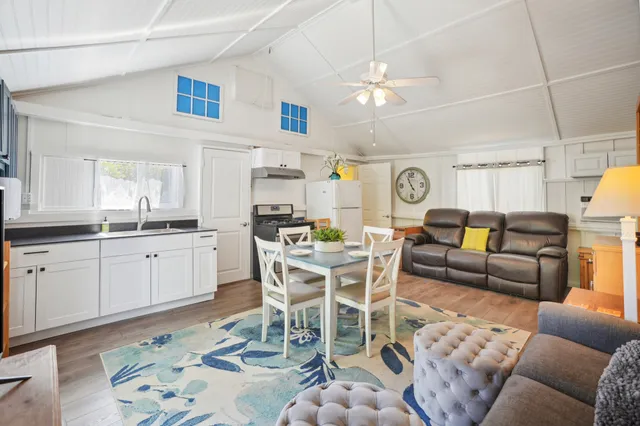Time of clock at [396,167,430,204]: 4:55
